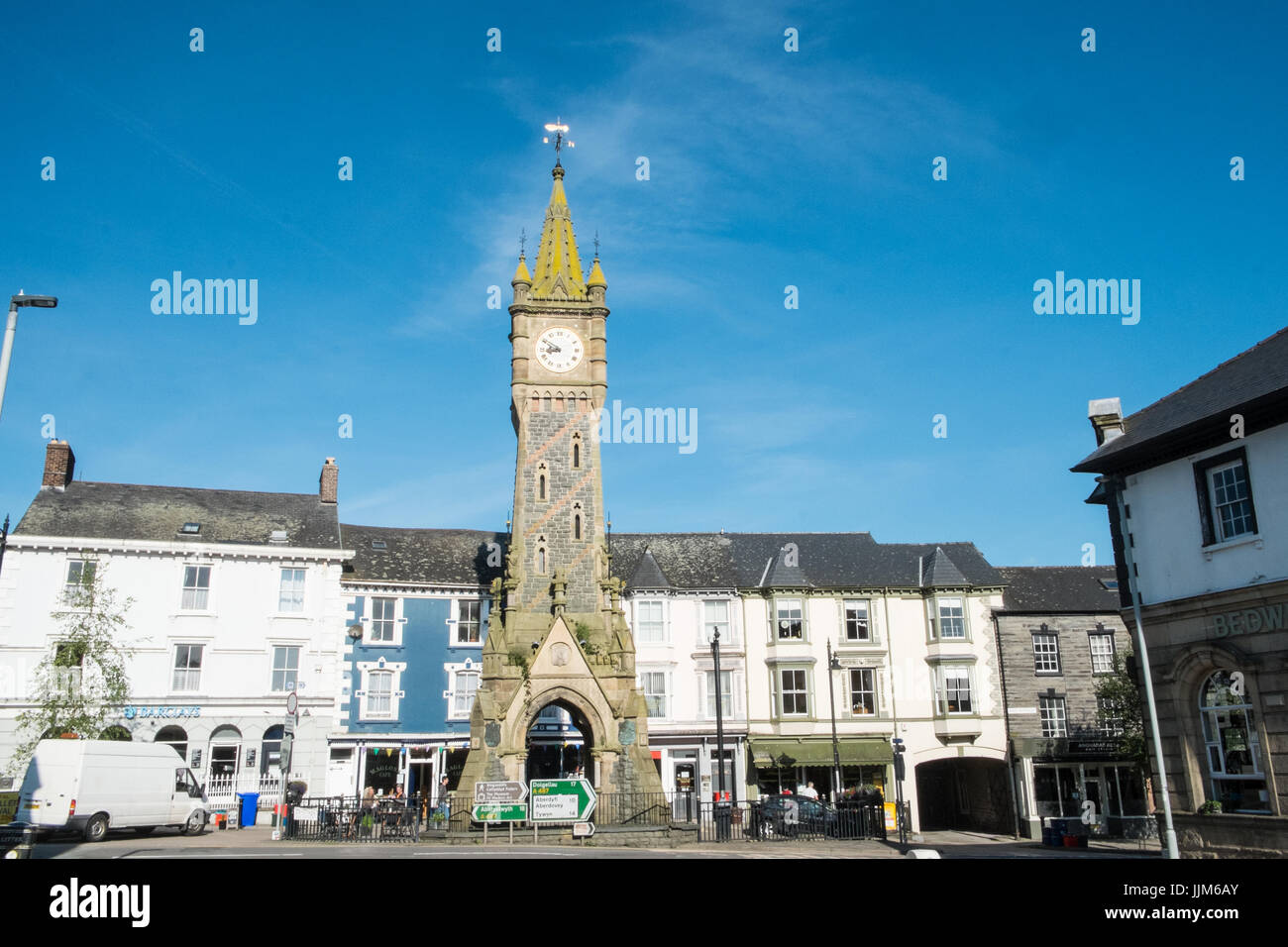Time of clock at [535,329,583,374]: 8:50
